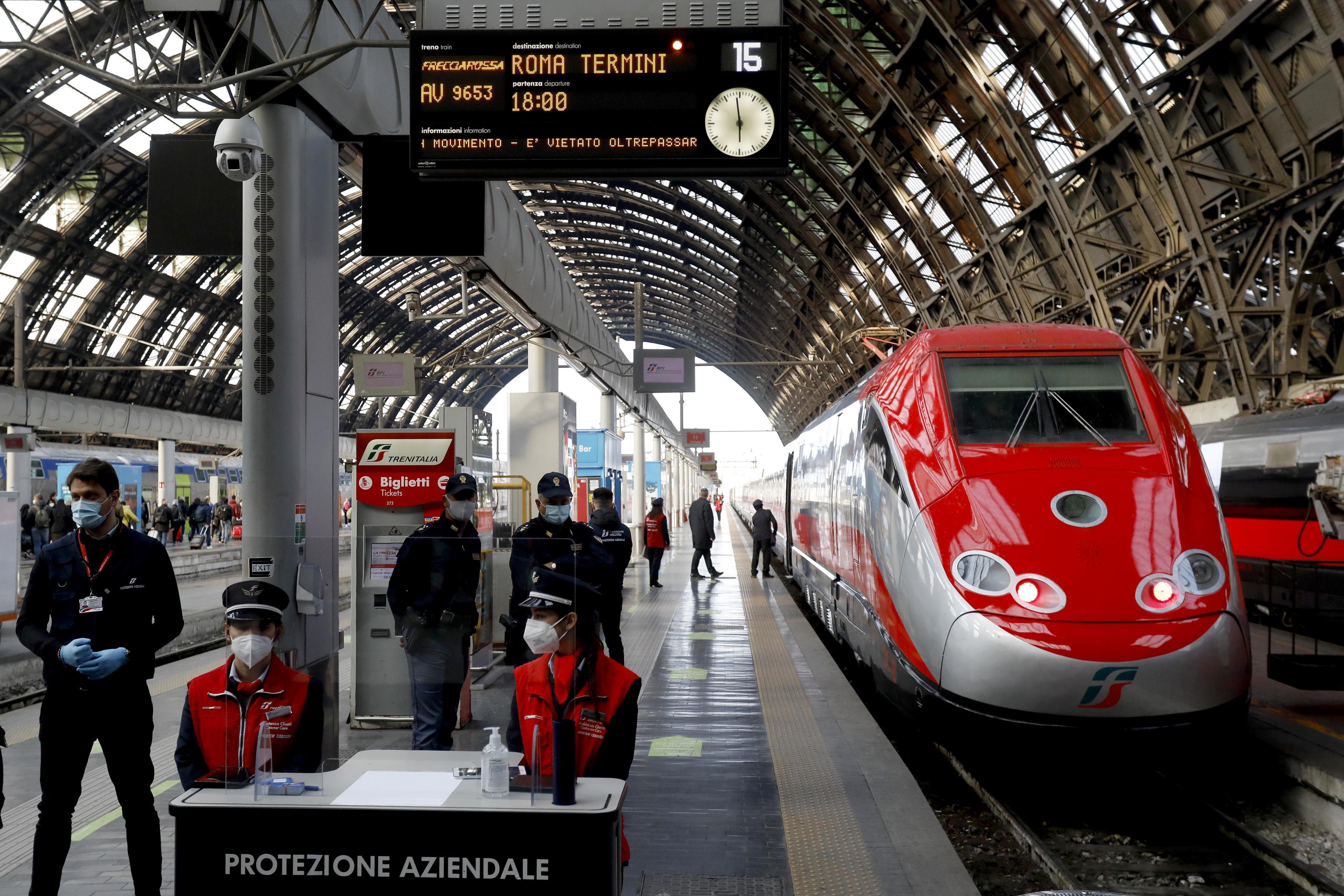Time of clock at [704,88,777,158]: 5:59
